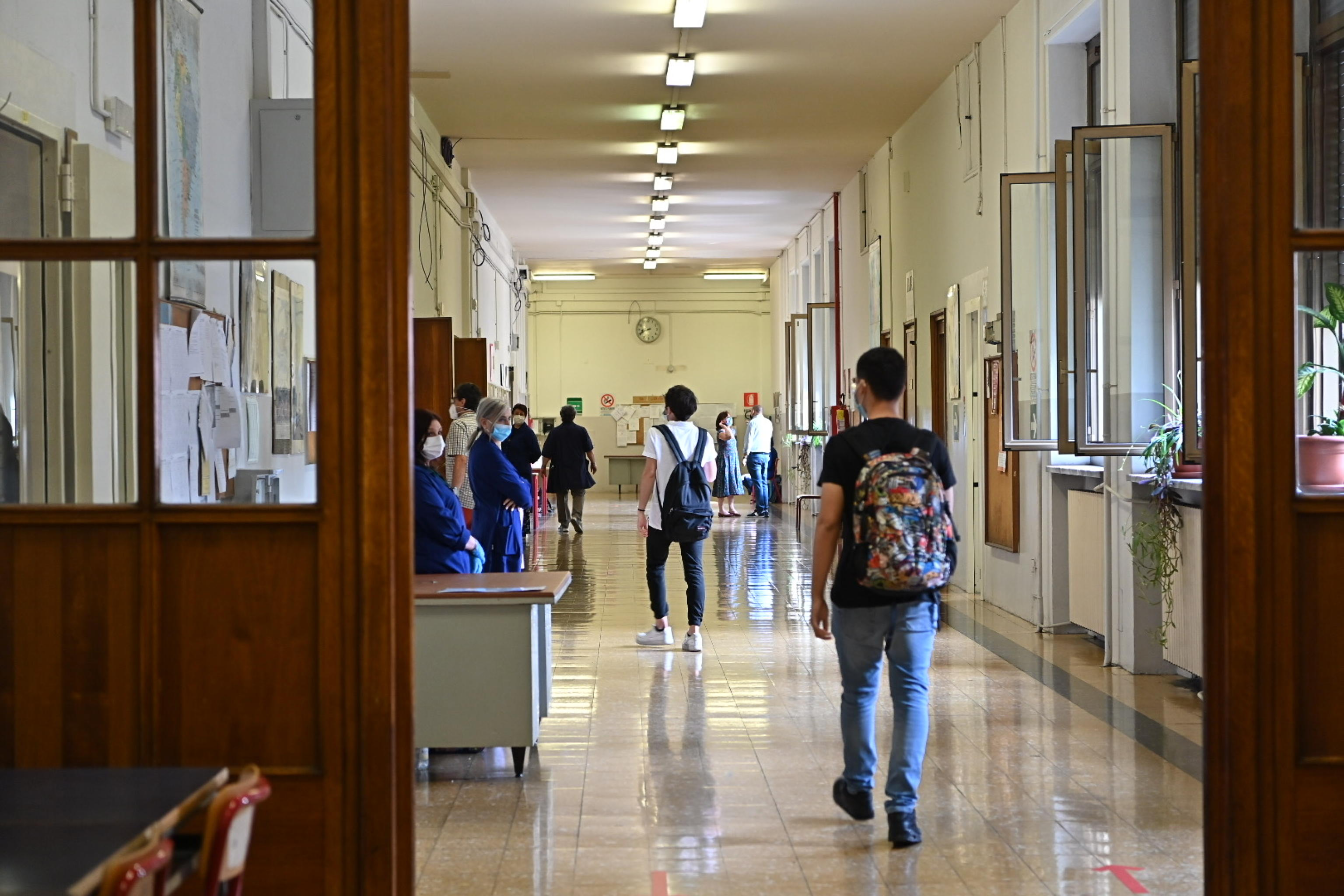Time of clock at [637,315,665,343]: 8:41
